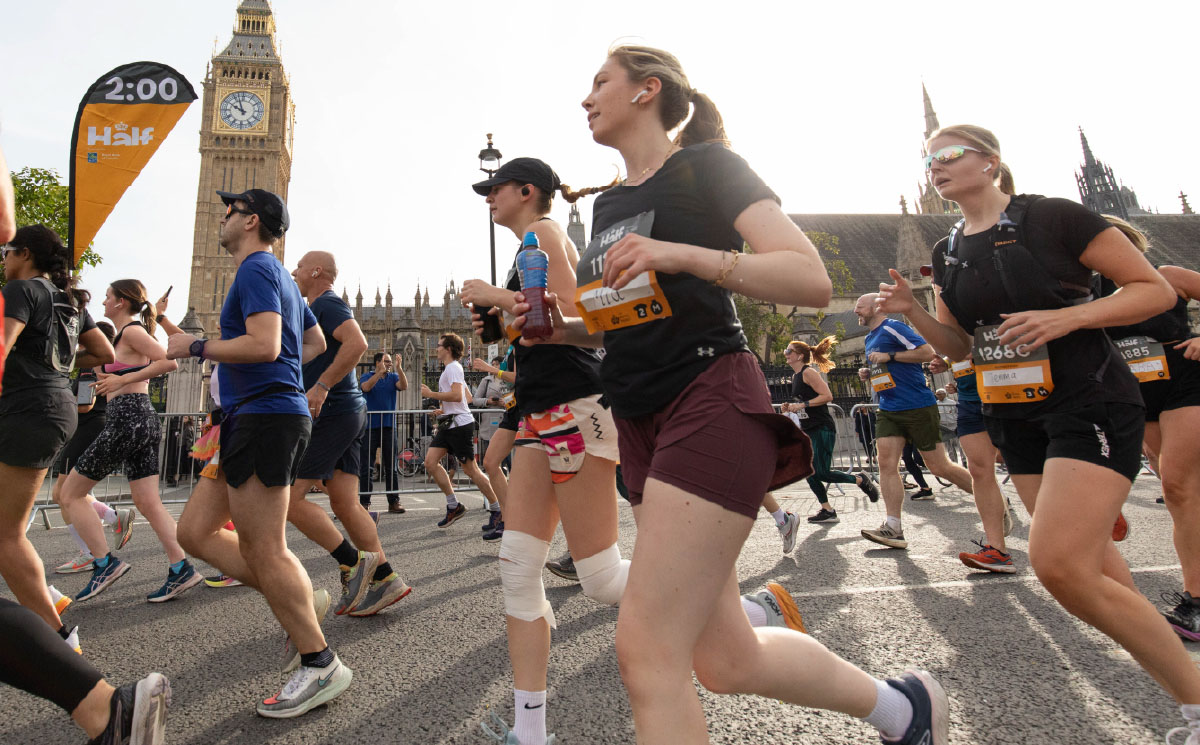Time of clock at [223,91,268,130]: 9:57
